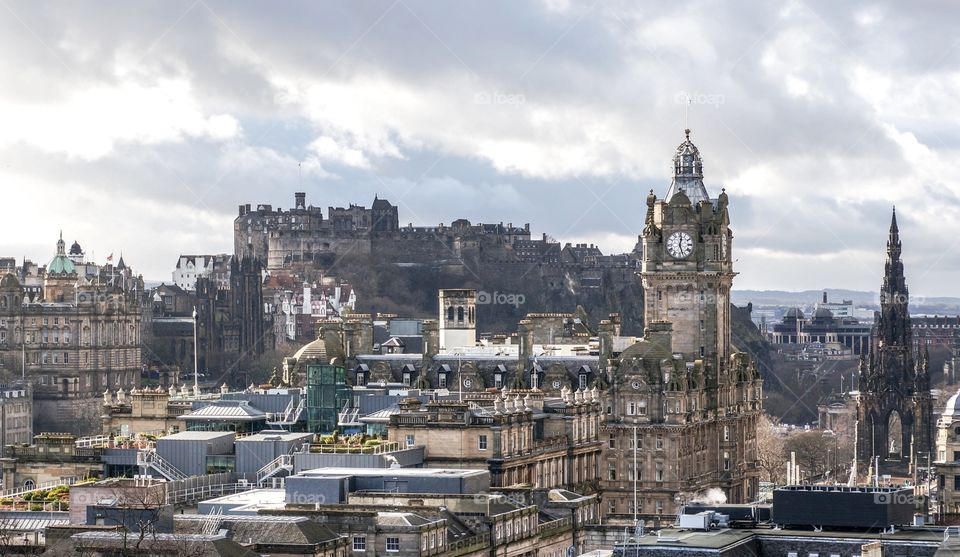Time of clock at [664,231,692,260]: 12:26
